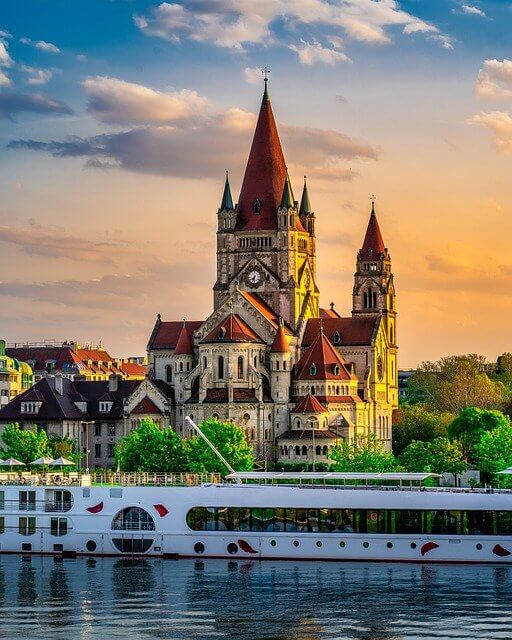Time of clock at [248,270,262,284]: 7:32
